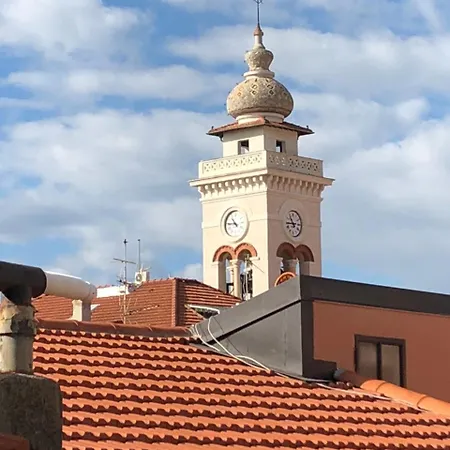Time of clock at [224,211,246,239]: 10:45
